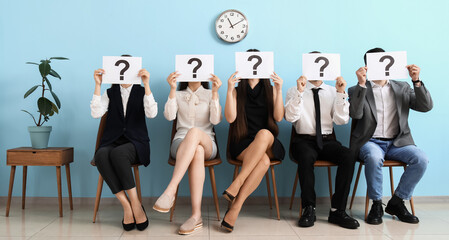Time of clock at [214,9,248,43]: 11:10
